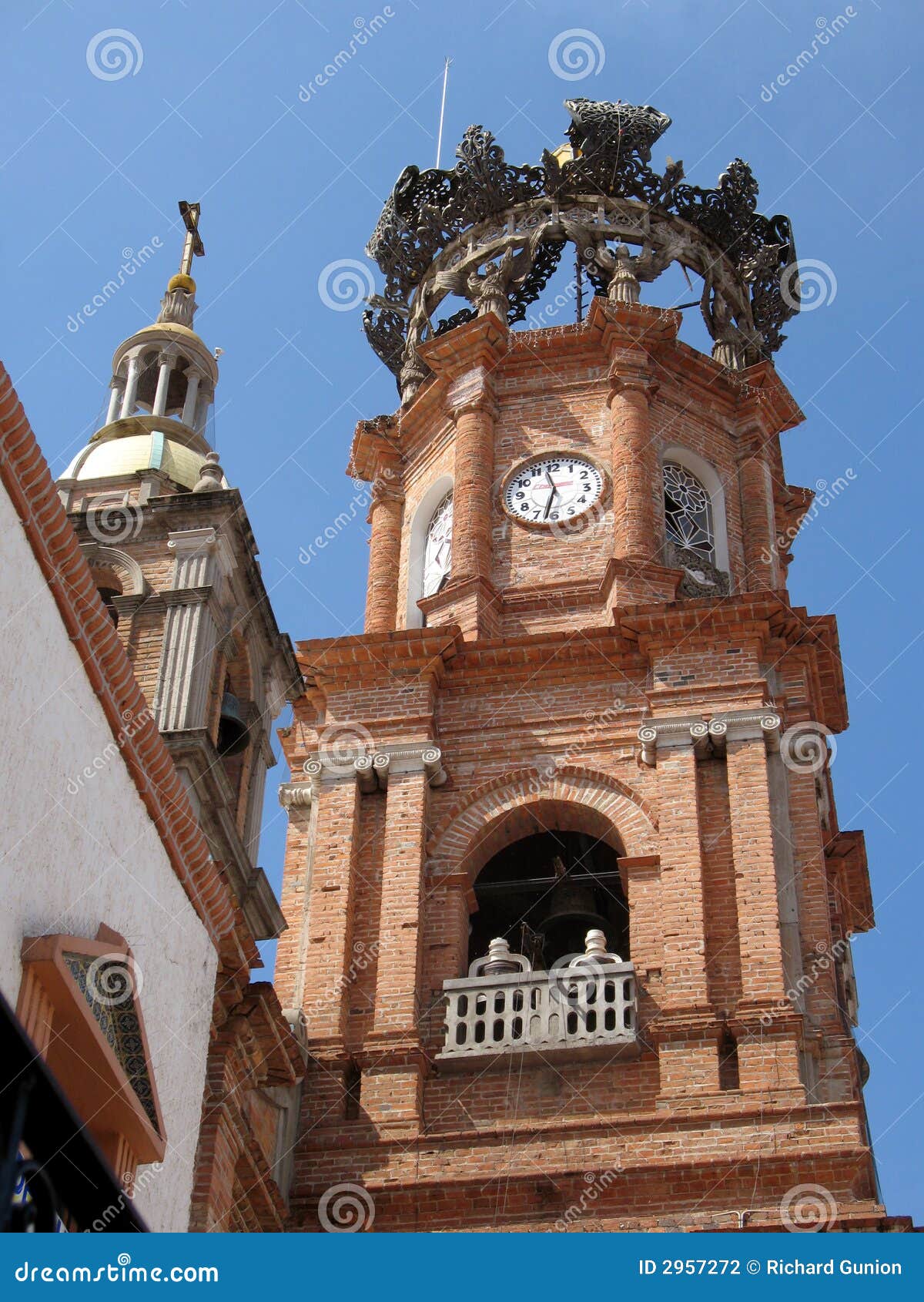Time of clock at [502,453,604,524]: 11:32
